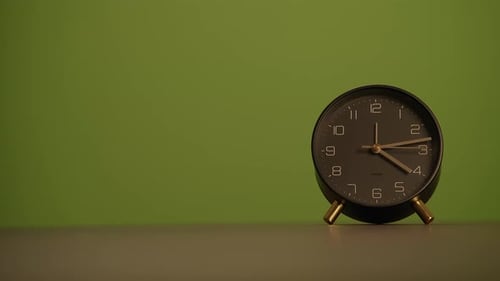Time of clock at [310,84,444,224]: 4:13
